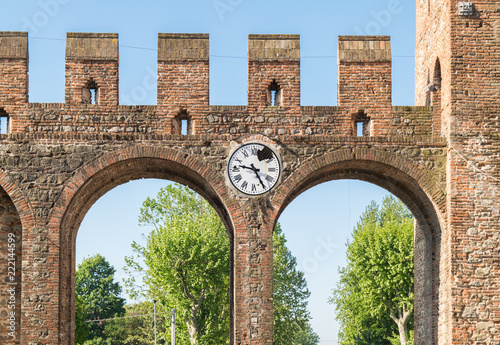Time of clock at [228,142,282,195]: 9:25
